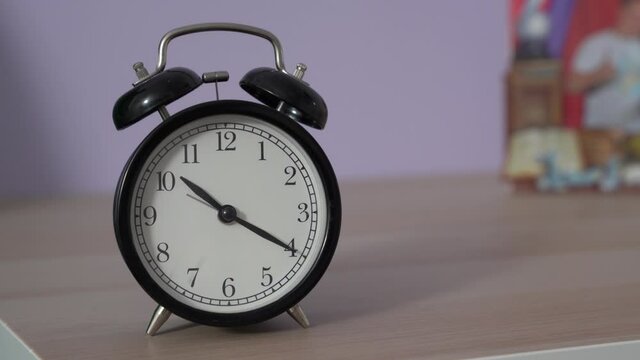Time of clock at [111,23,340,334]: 10:20
